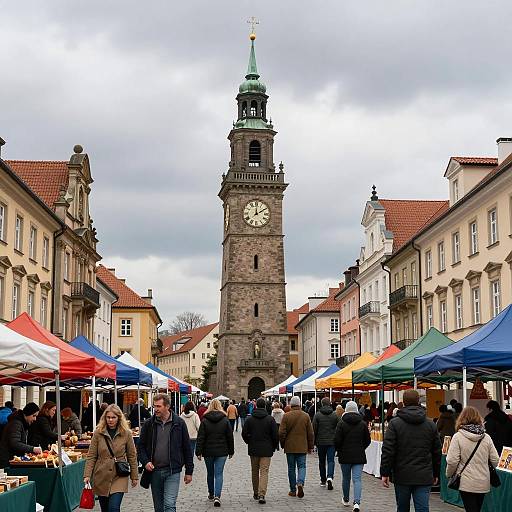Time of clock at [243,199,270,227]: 2:00
